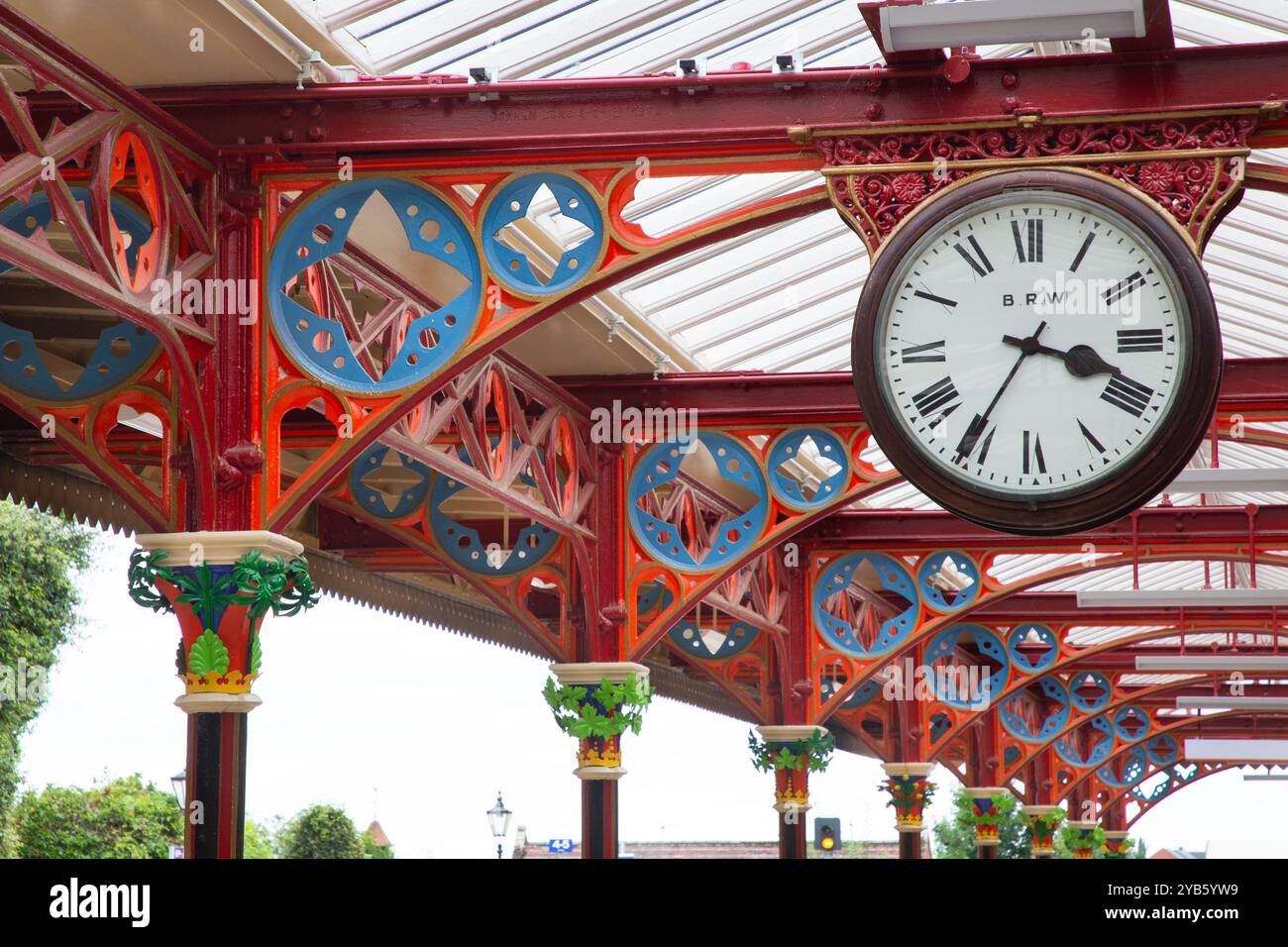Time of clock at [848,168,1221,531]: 3:35
